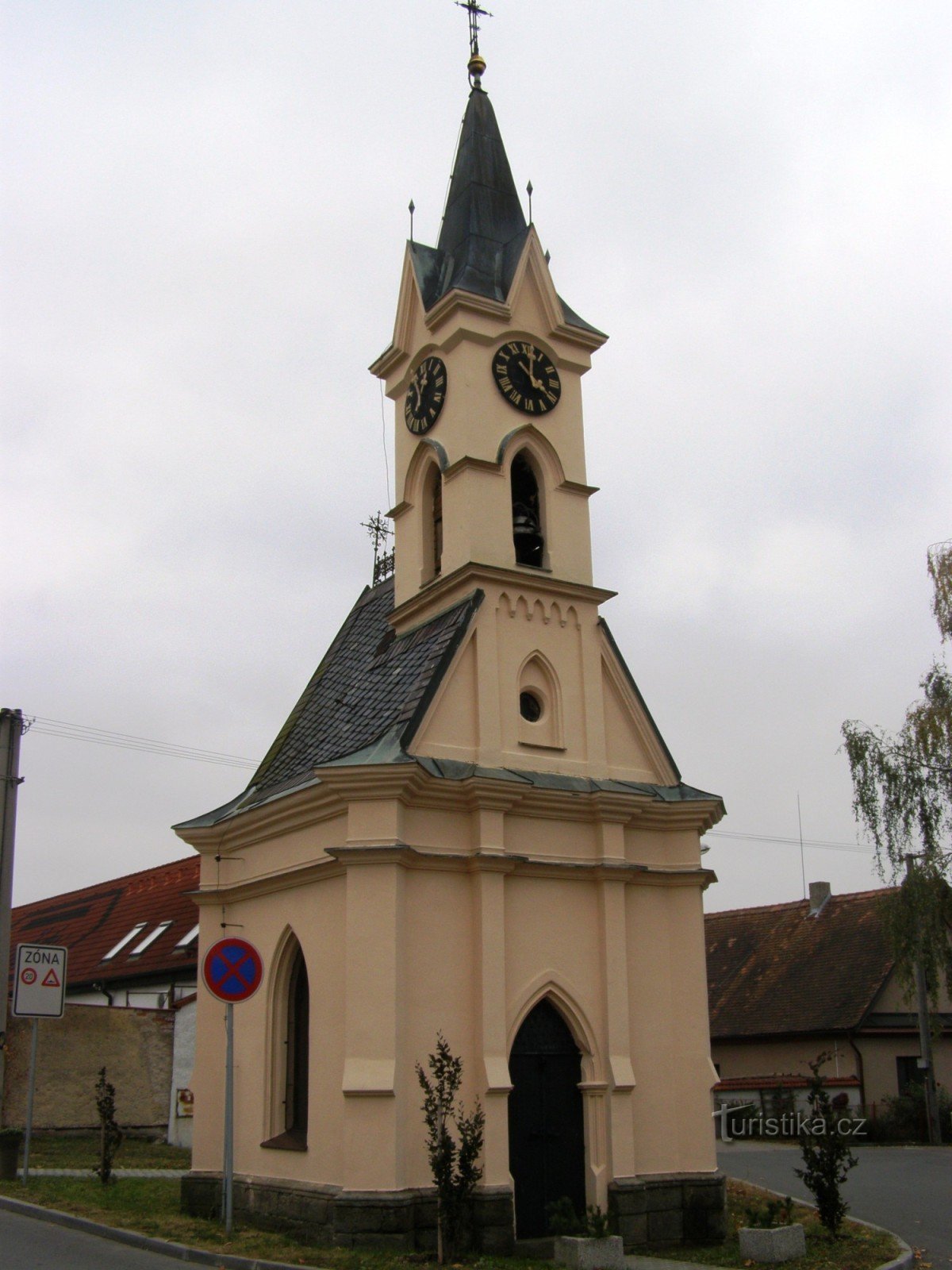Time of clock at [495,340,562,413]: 4:01
